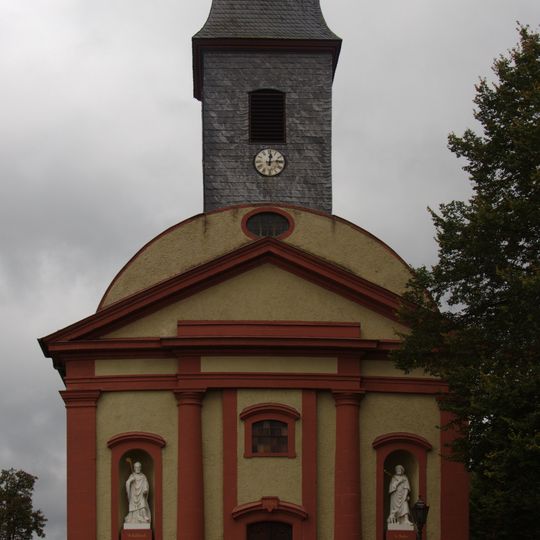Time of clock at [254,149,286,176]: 12:13
